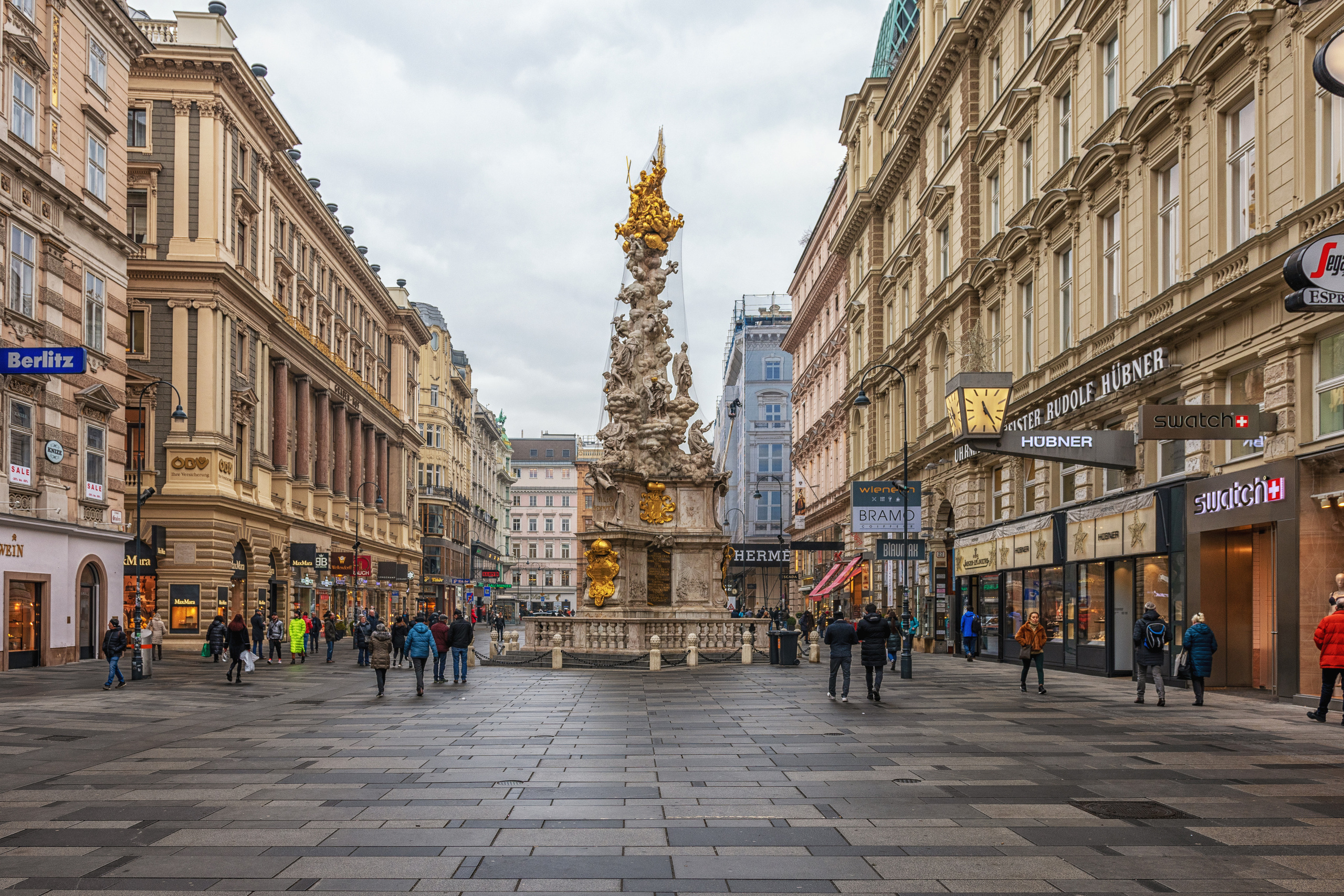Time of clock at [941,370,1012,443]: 11:23
